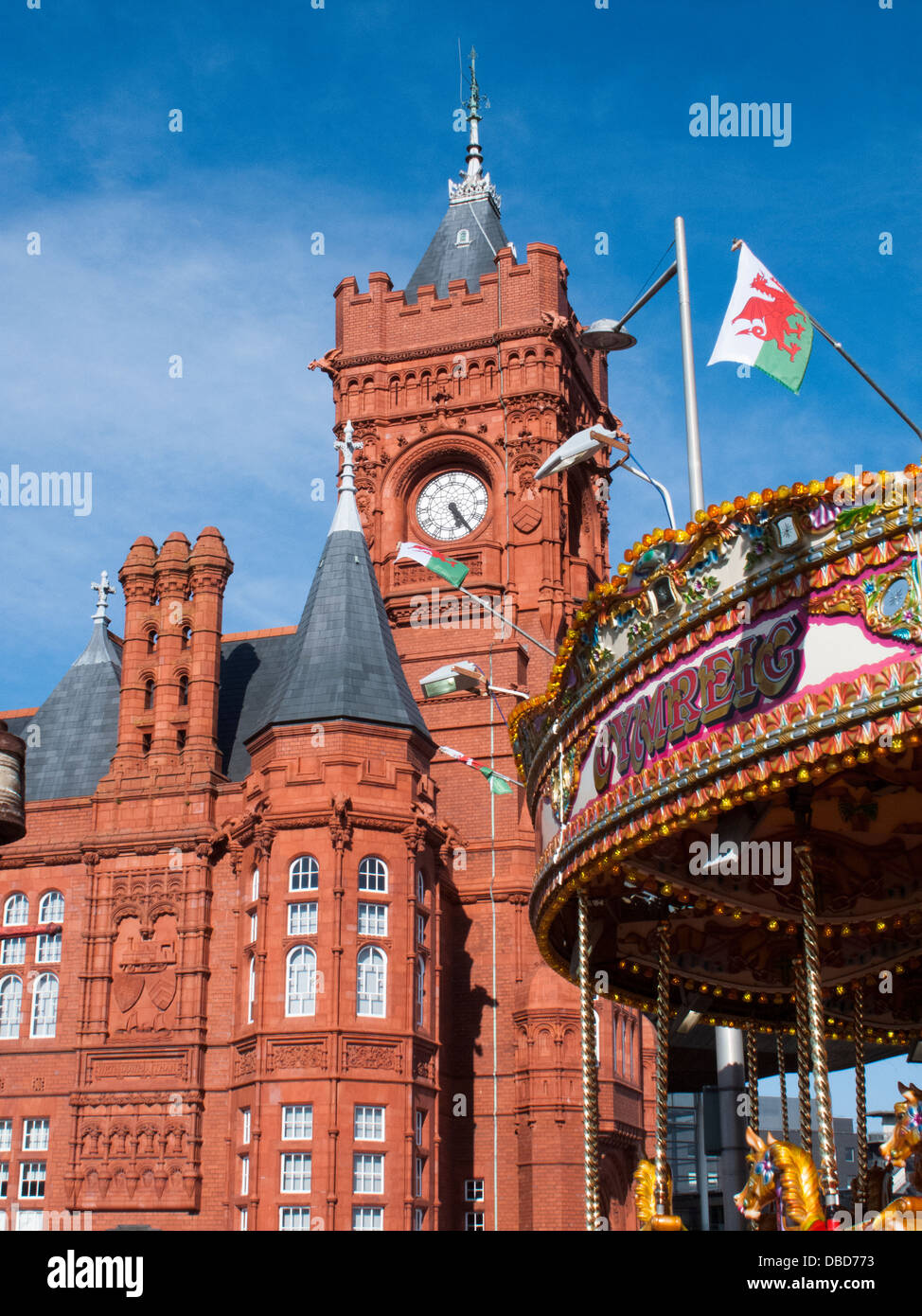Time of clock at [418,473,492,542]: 5:24
